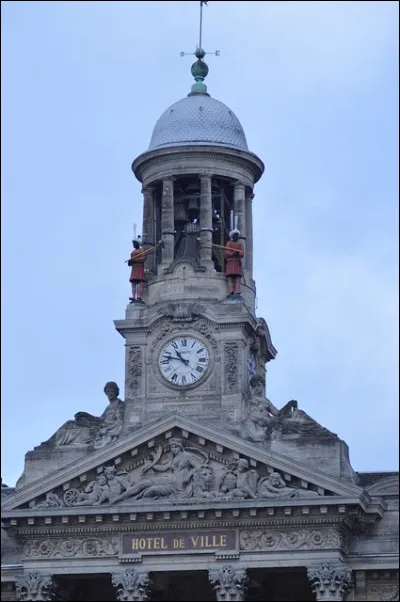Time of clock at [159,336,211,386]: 10:46
